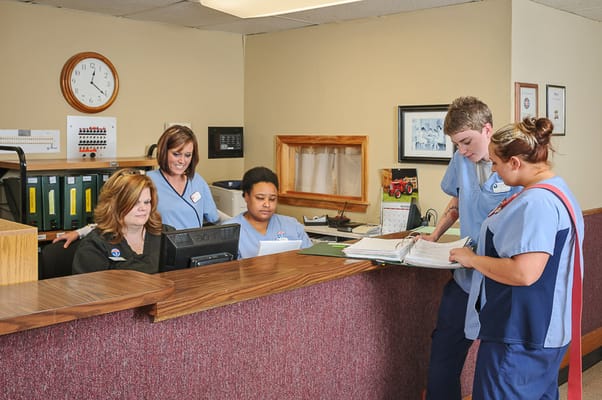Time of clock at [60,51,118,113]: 12:20
